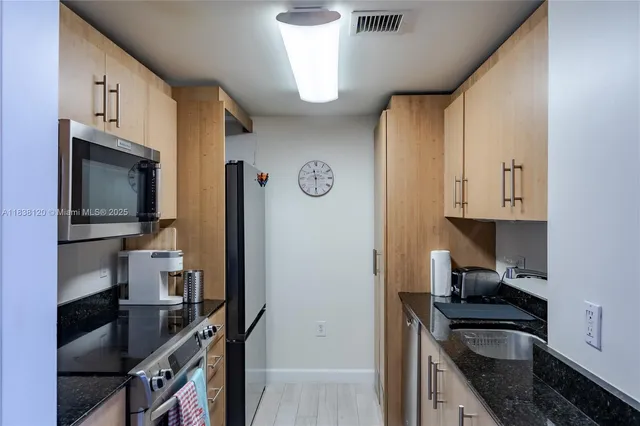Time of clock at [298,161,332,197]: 11:29
